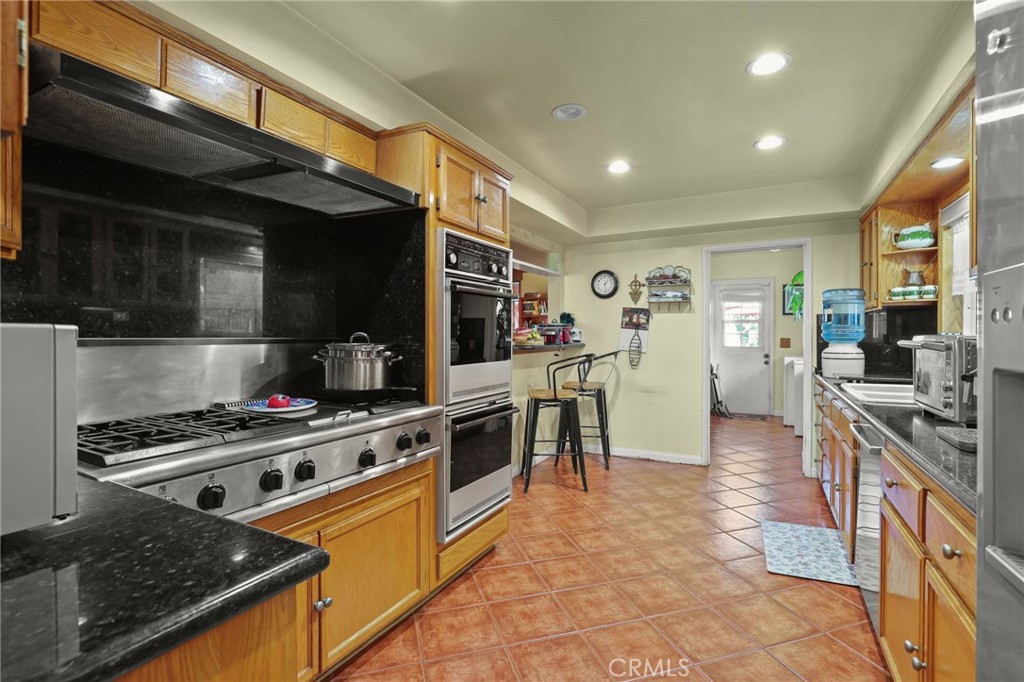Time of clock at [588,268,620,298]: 1:28
